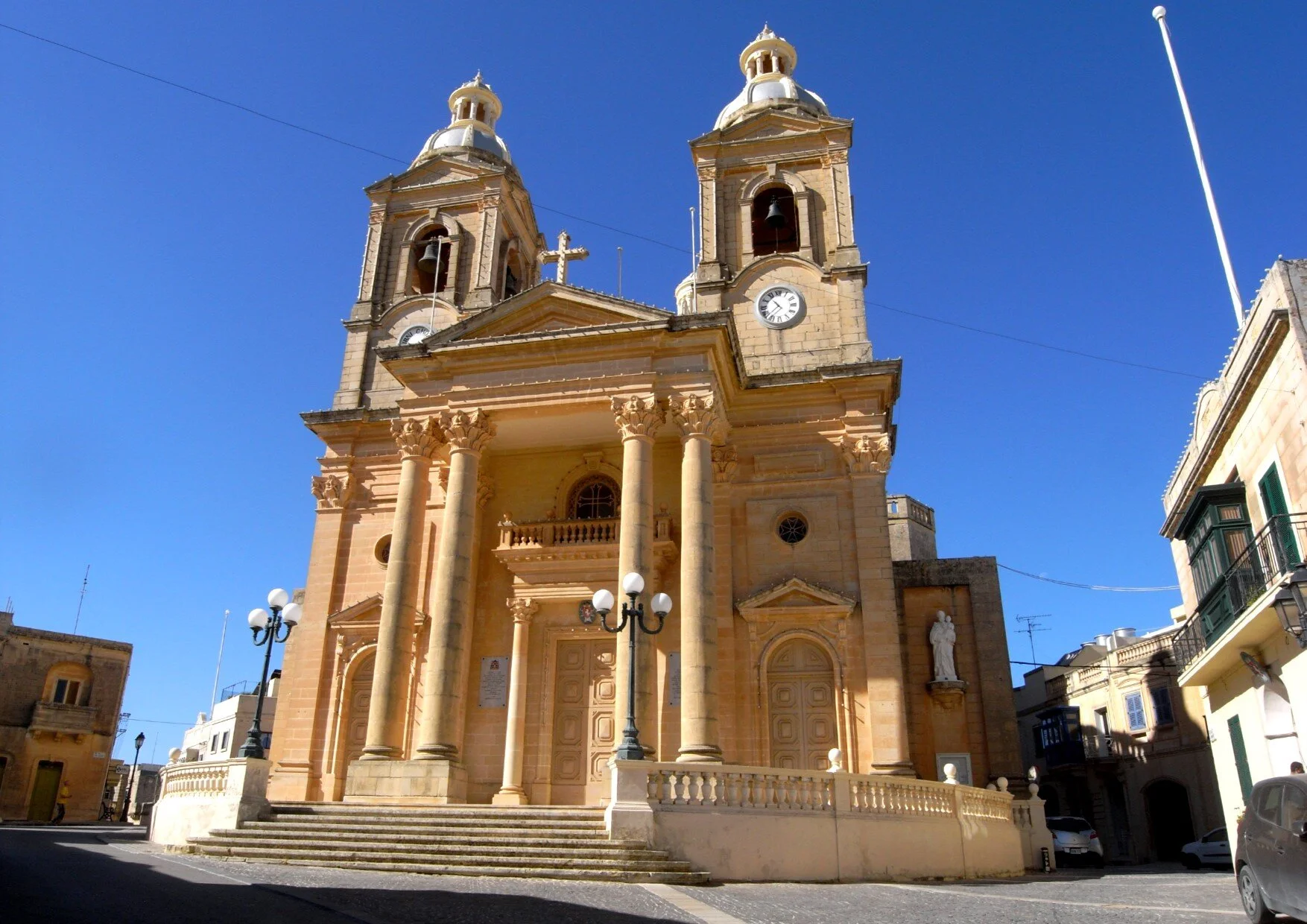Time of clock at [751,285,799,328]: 10:37
